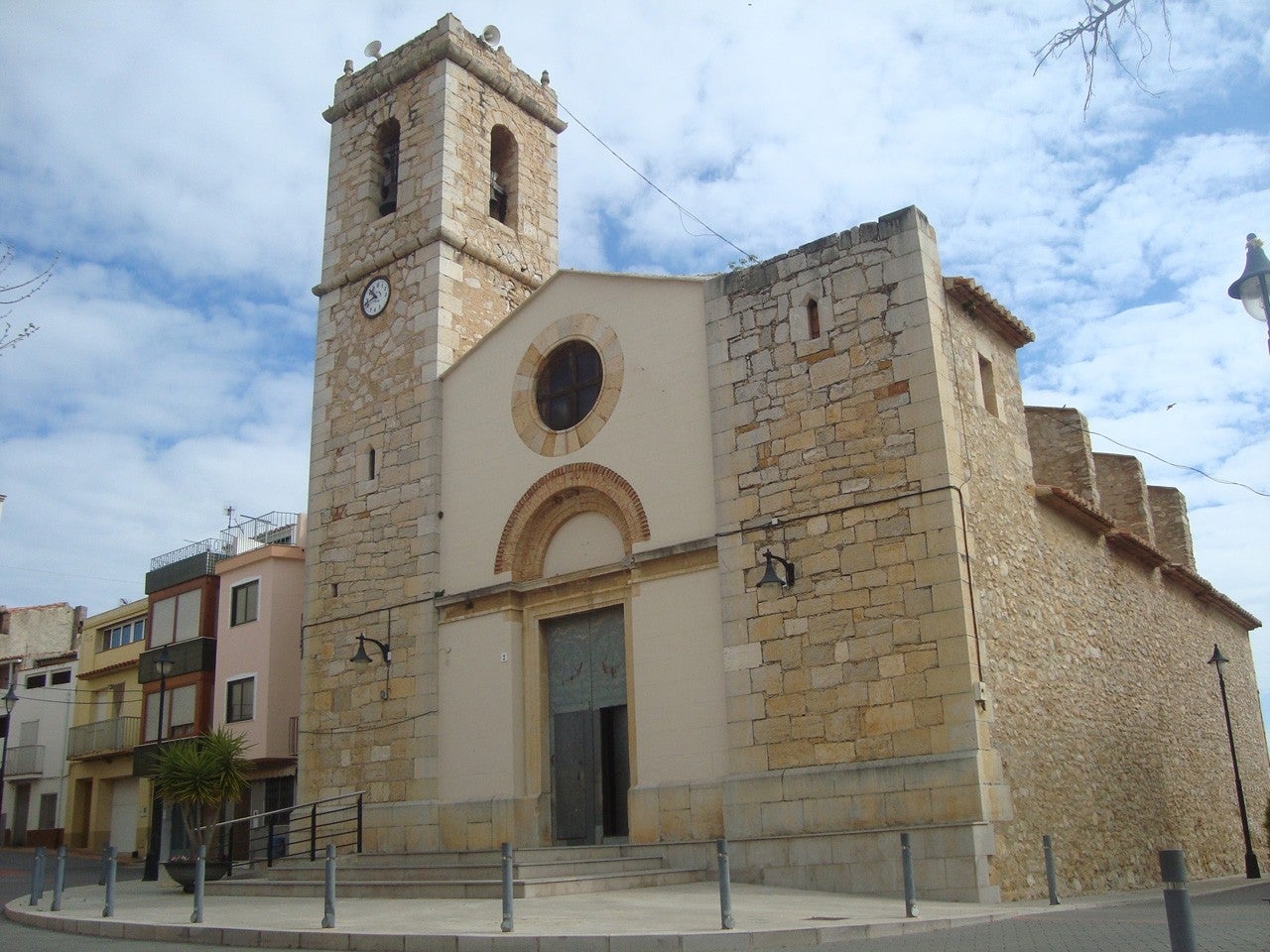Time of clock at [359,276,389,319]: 10:41
